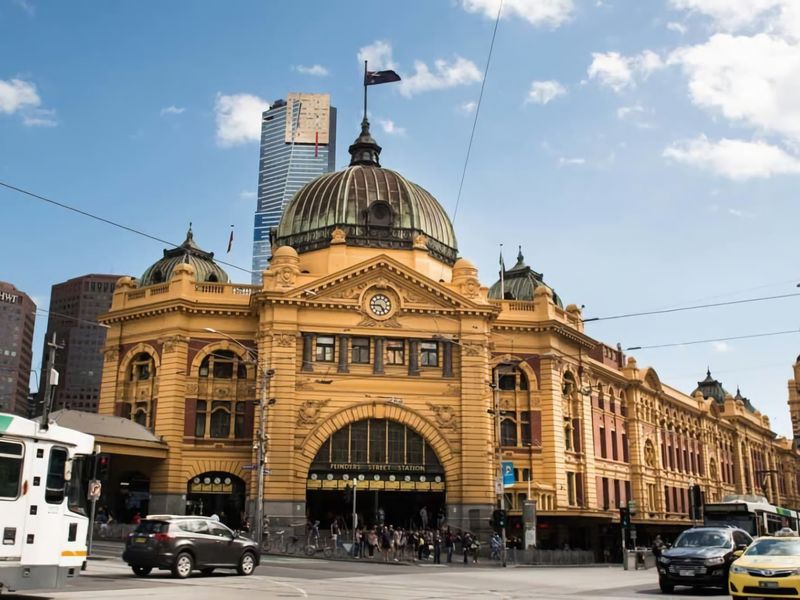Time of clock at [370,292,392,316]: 4:44
